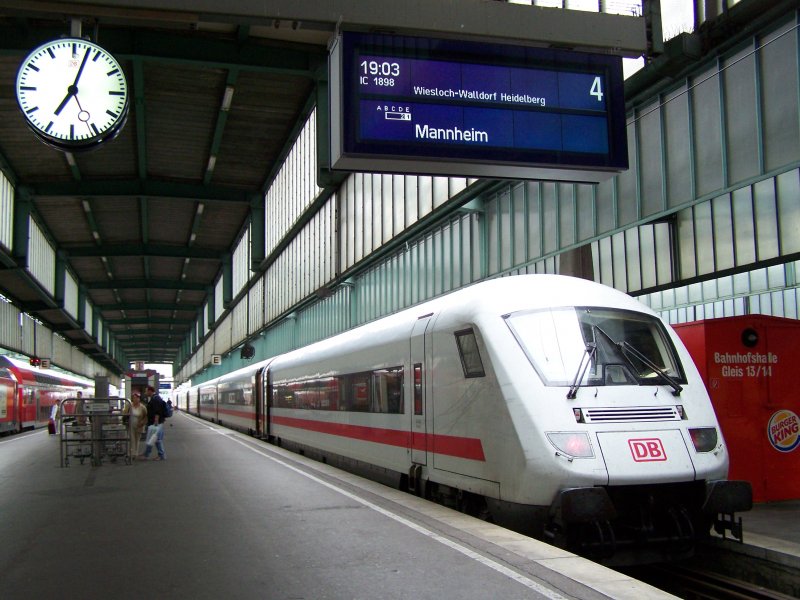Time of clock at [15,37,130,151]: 7:03
